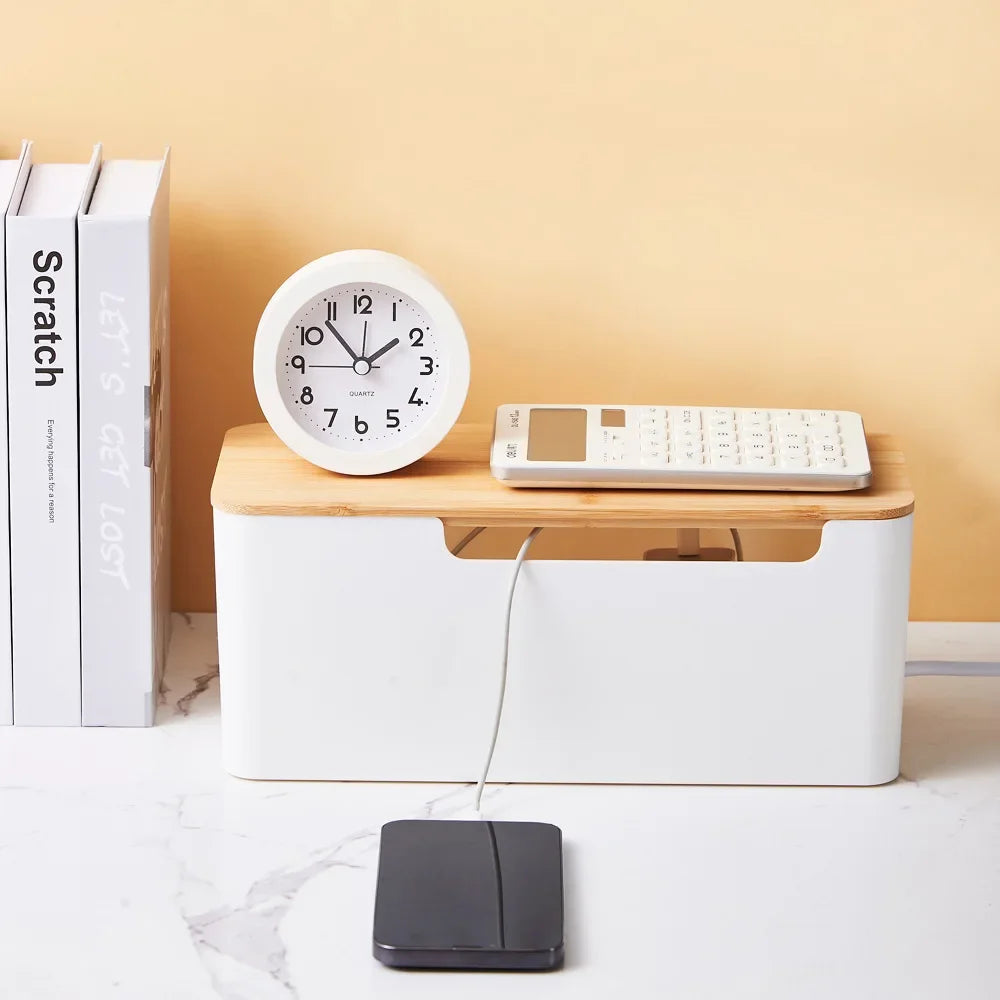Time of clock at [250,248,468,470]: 1:53
